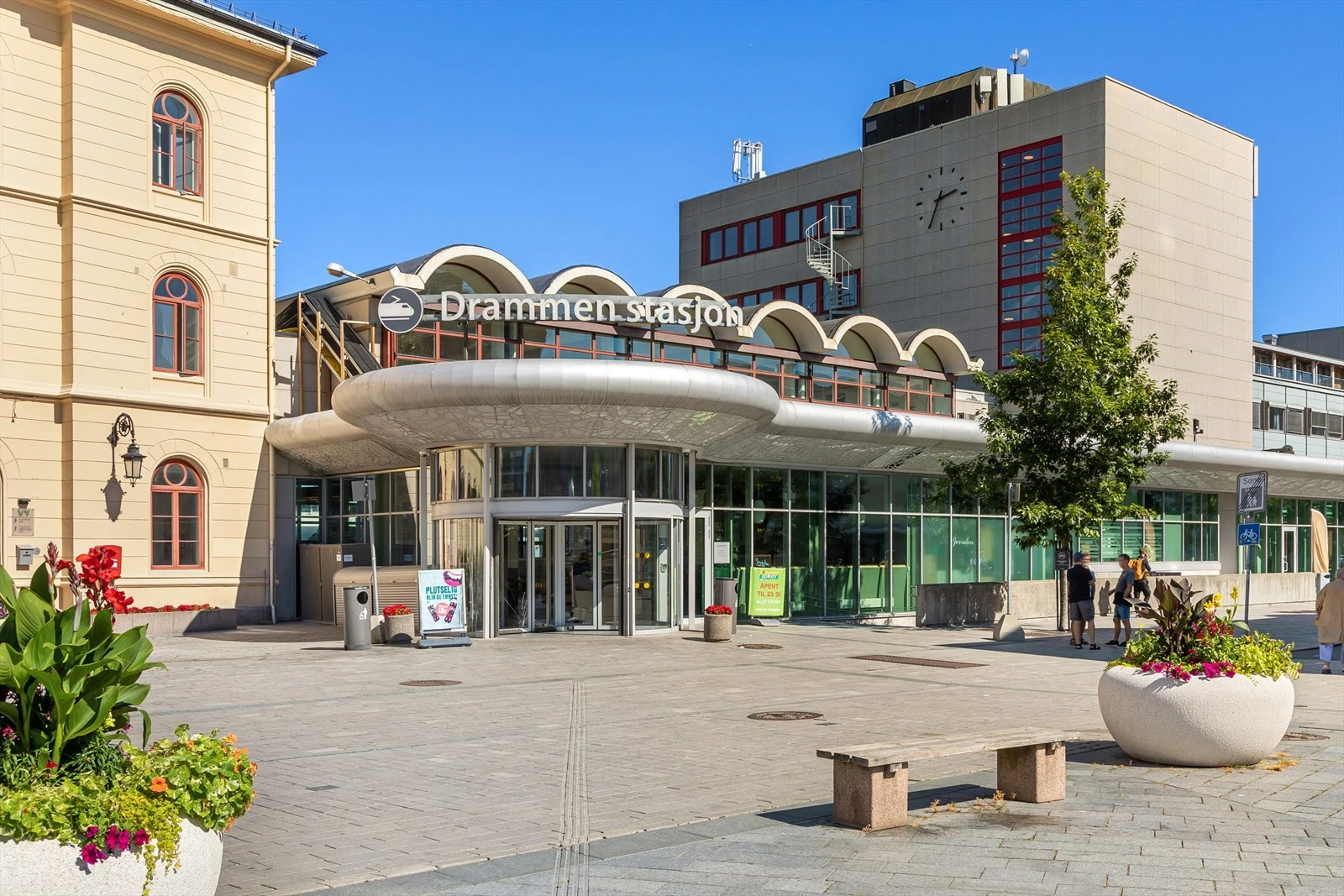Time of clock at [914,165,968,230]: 2:34
